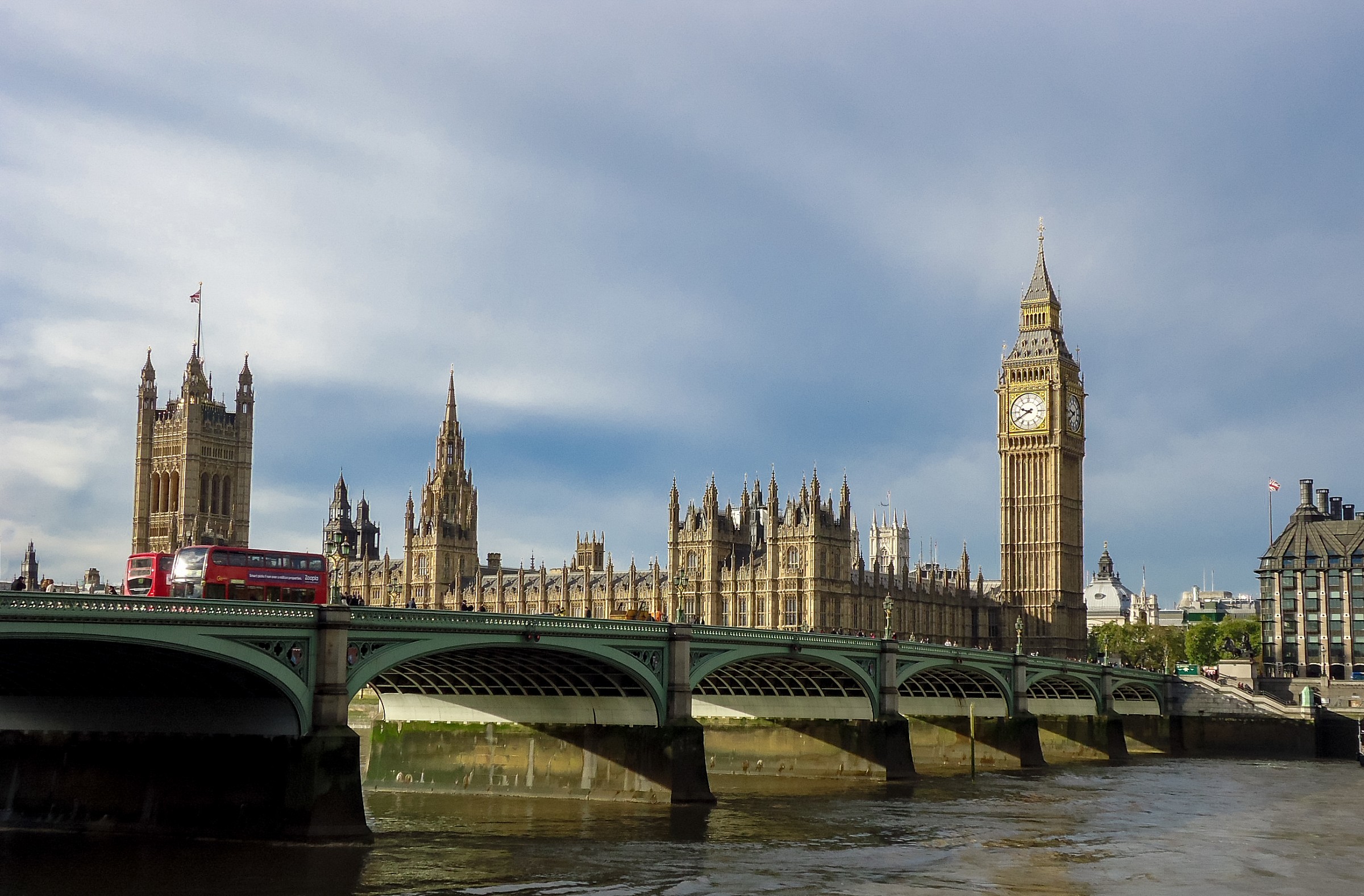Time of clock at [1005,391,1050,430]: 9:40
